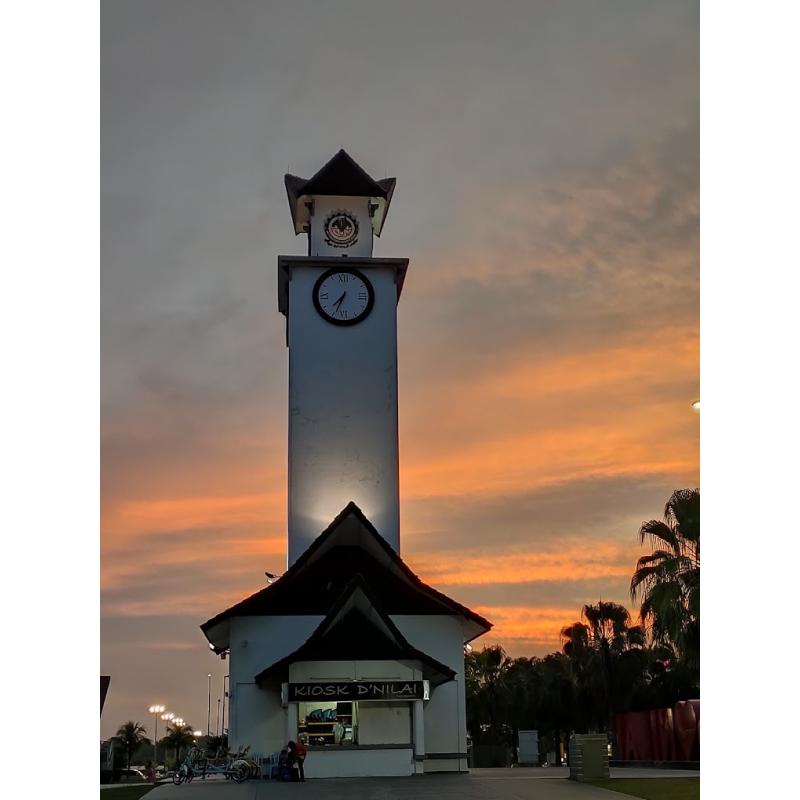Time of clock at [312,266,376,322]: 7:34
